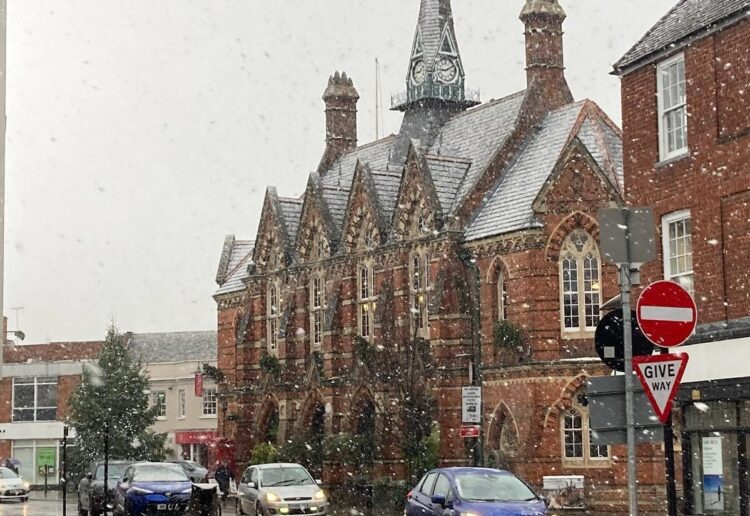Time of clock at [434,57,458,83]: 9:10
